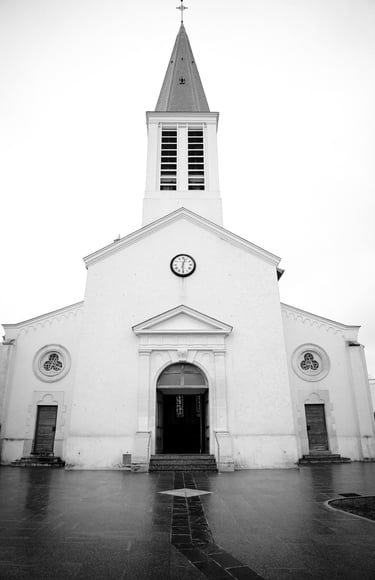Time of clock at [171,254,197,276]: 12:29
